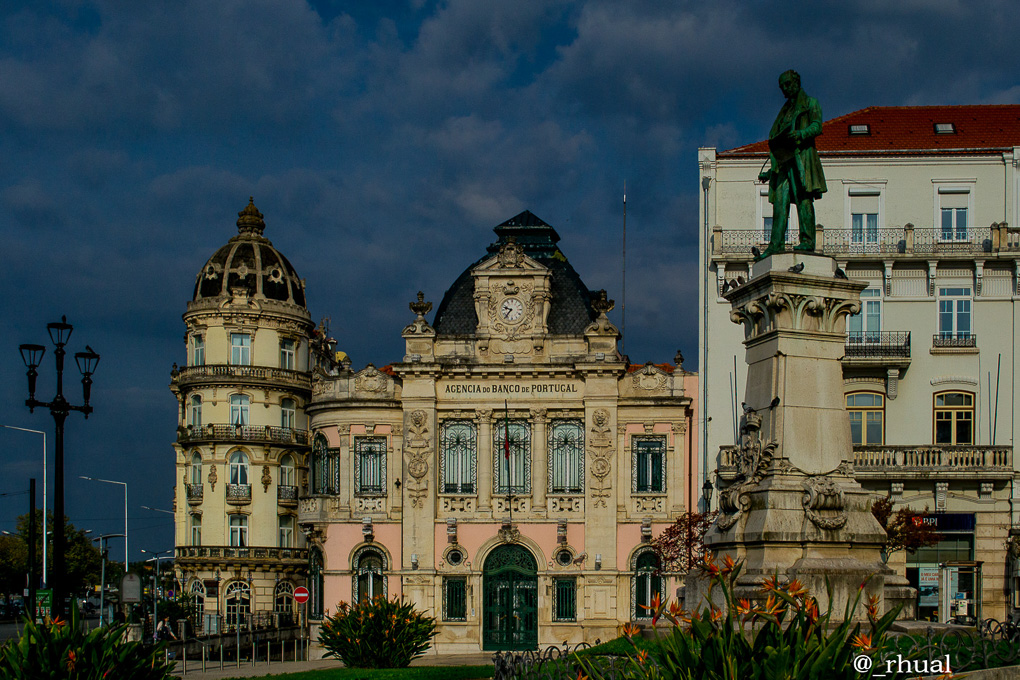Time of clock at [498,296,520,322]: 9:36
